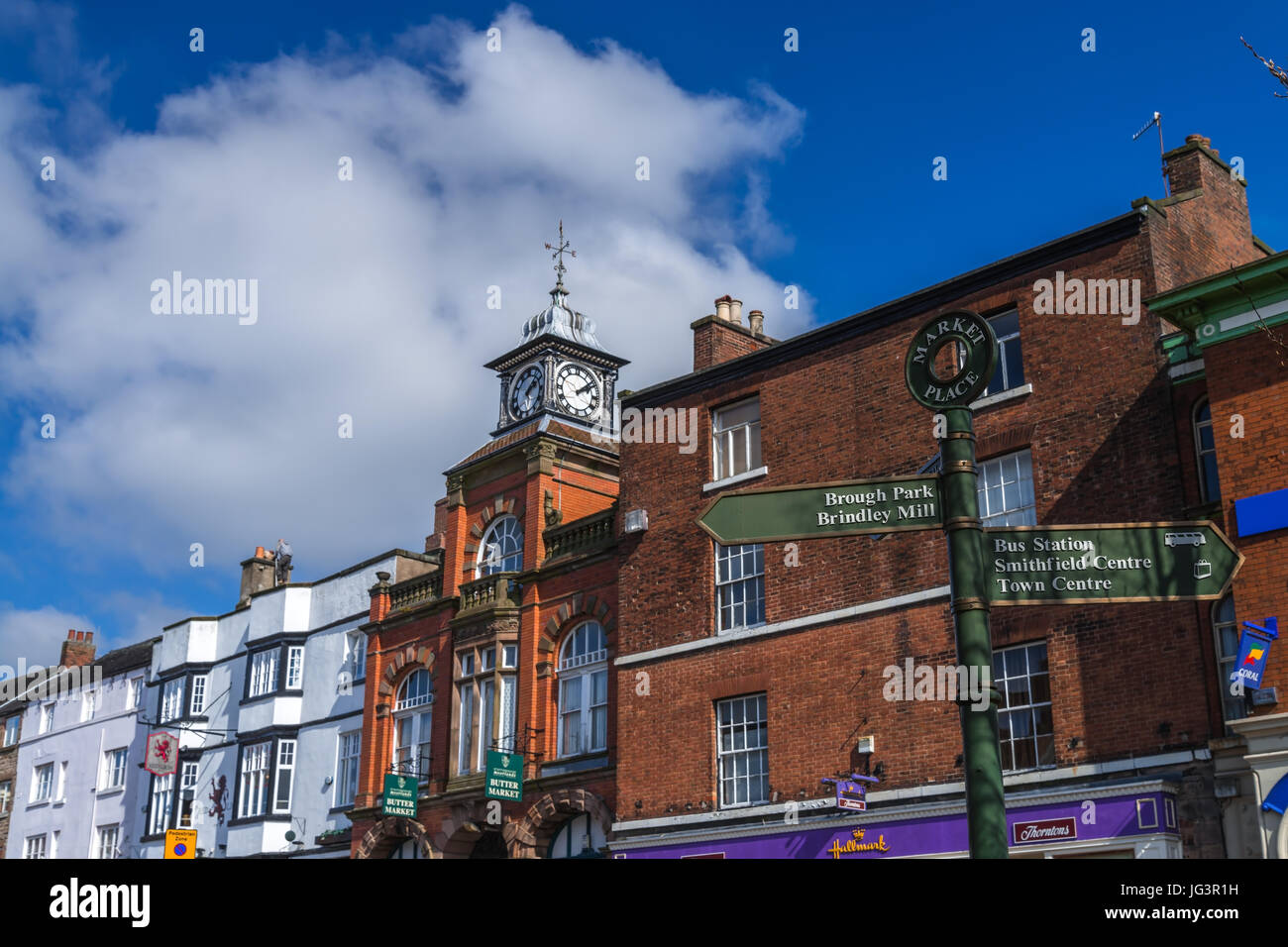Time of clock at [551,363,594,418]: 2:08
